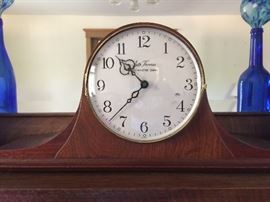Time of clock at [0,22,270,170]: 10:37
